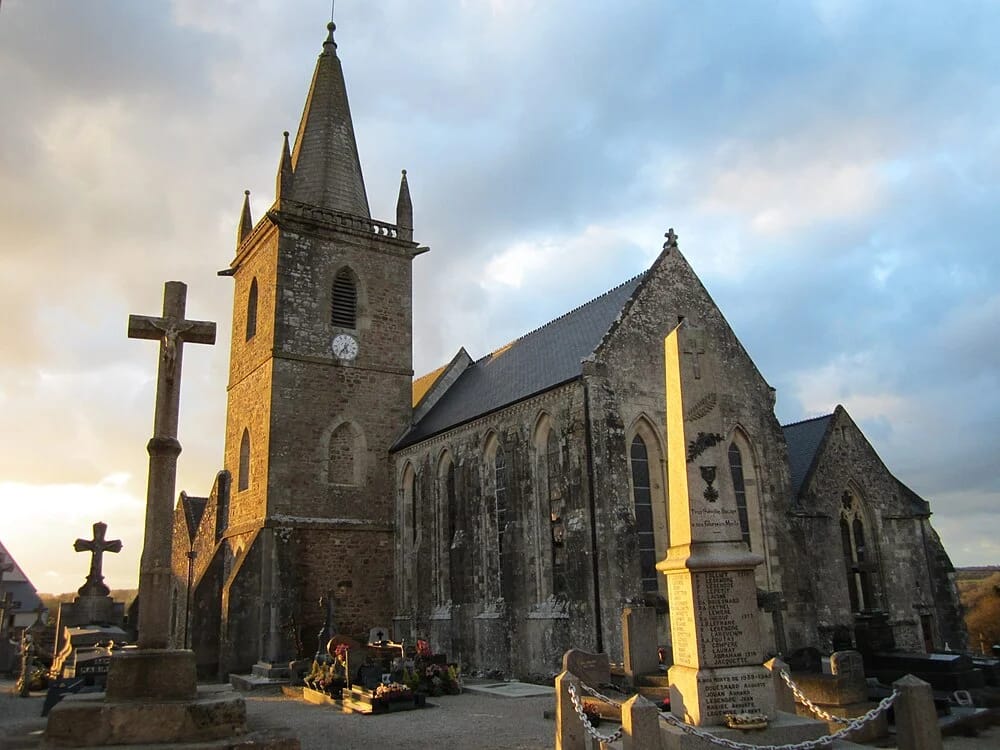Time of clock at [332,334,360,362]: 5:36
